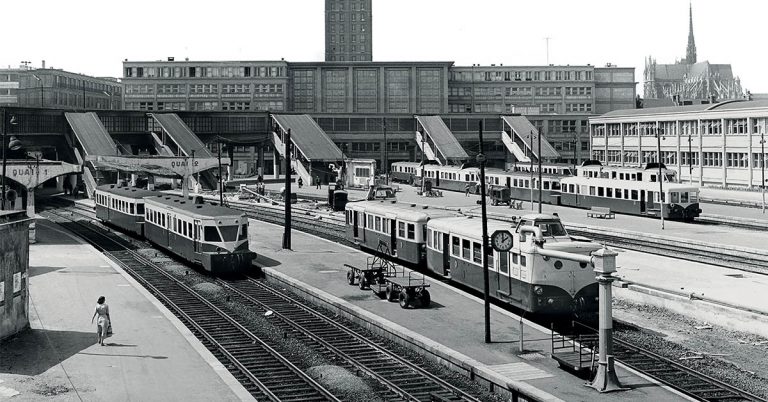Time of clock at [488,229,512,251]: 2:00
